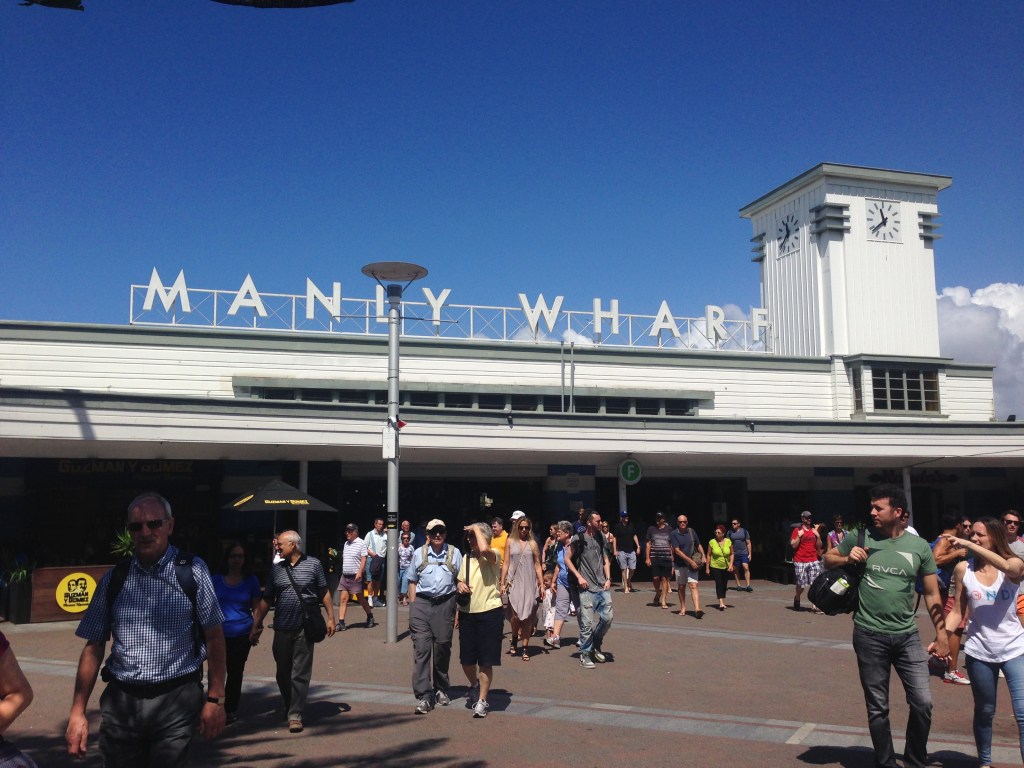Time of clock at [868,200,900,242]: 11:37
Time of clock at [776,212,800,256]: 11:35
